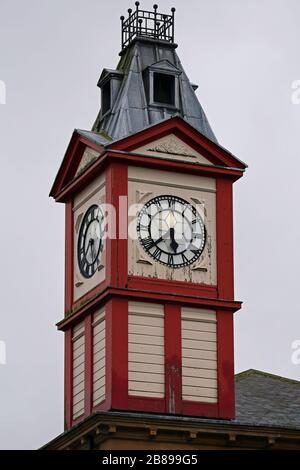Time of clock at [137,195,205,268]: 5:38
